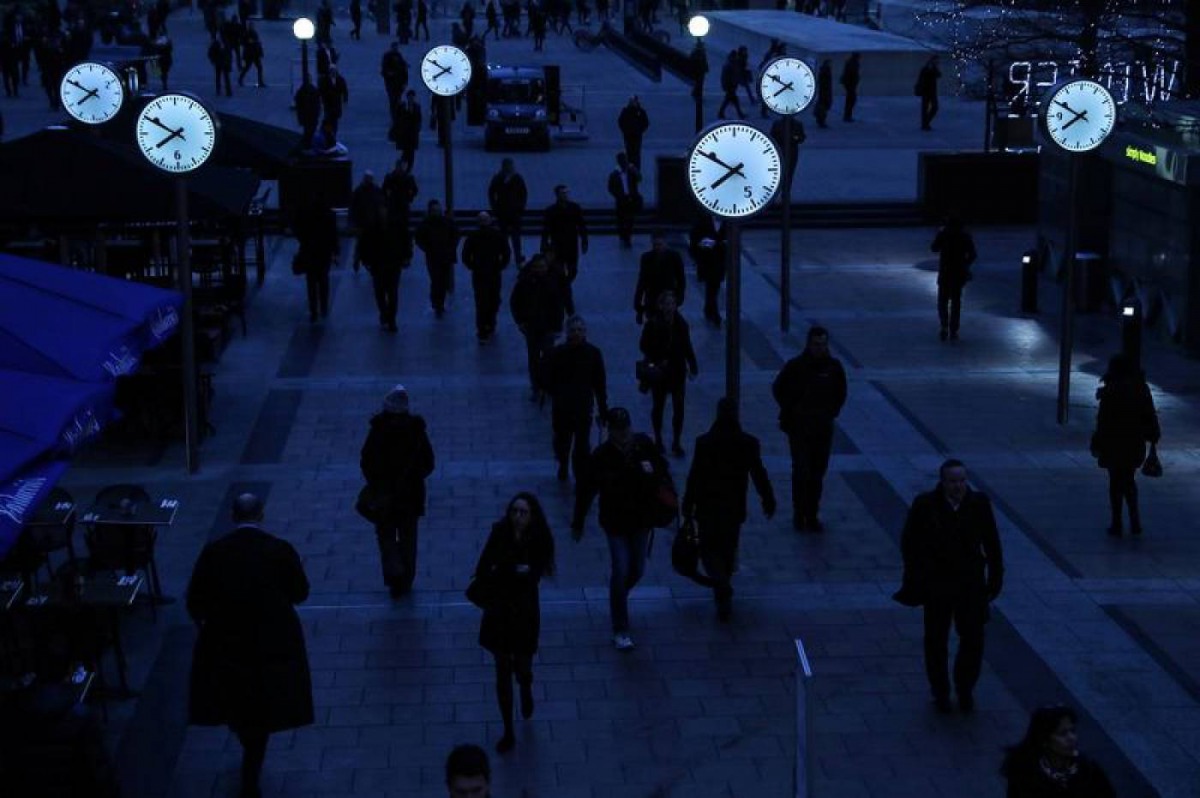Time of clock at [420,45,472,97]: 7:50
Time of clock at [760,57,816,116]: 7:50
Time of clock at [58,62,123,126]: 7:50
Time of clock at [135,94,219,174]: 7:50
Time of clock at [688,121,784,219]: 7:50
